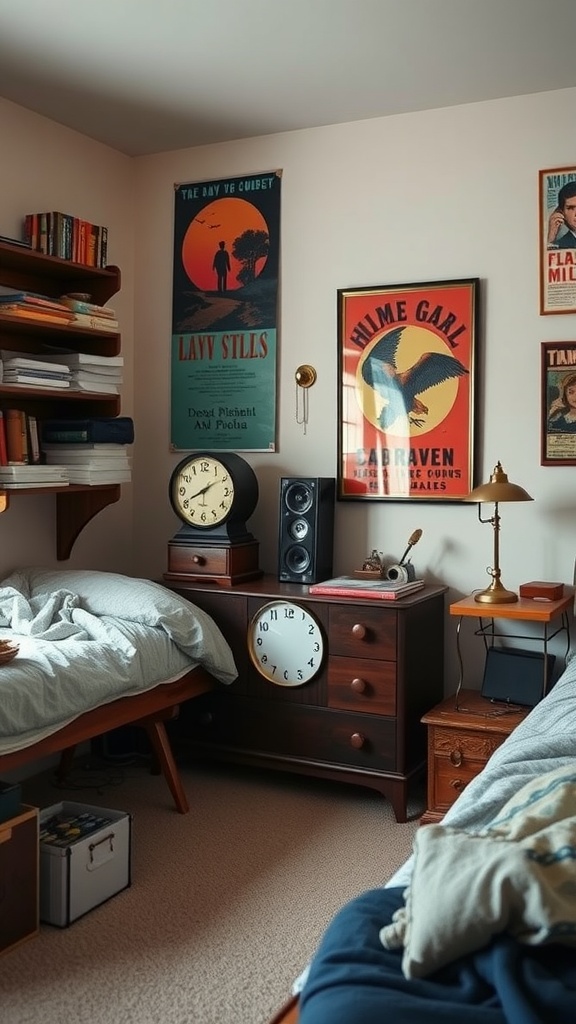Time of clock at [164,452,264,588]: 8:09
